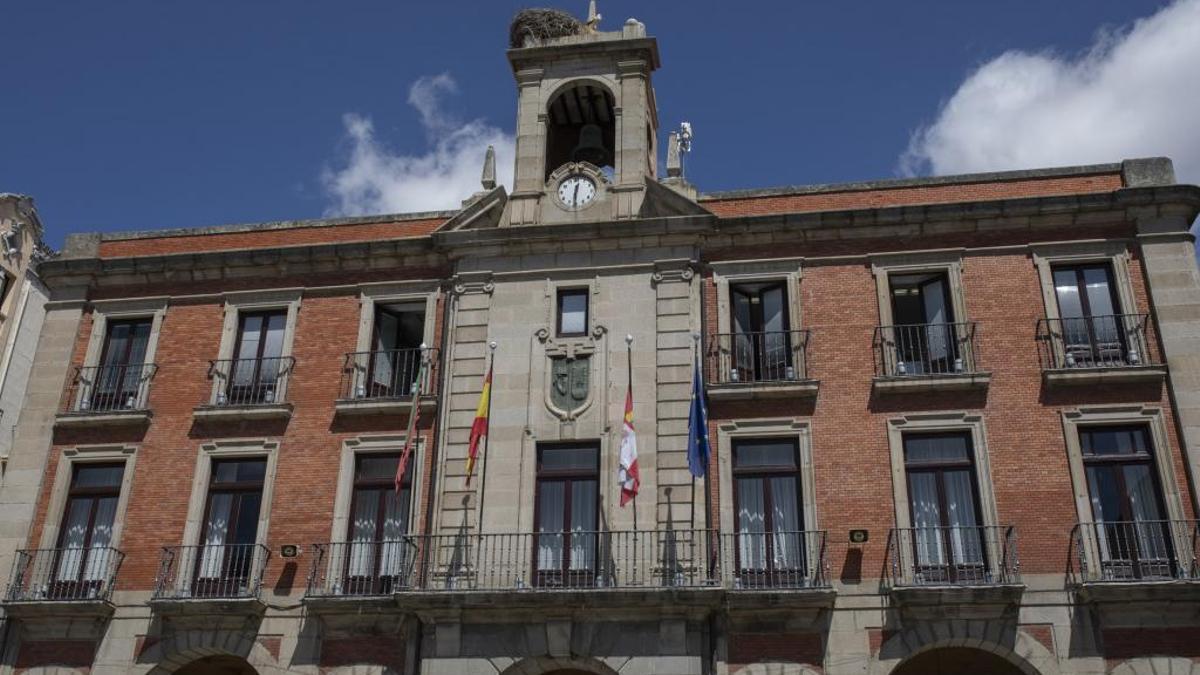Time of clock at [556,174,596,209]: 12:30
